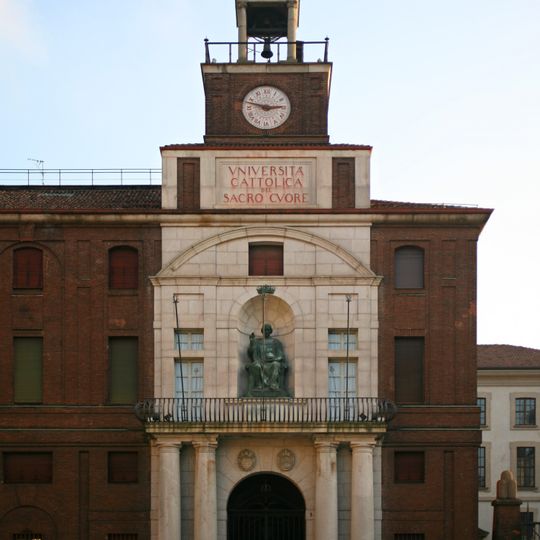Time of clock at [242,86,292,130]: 2:47
